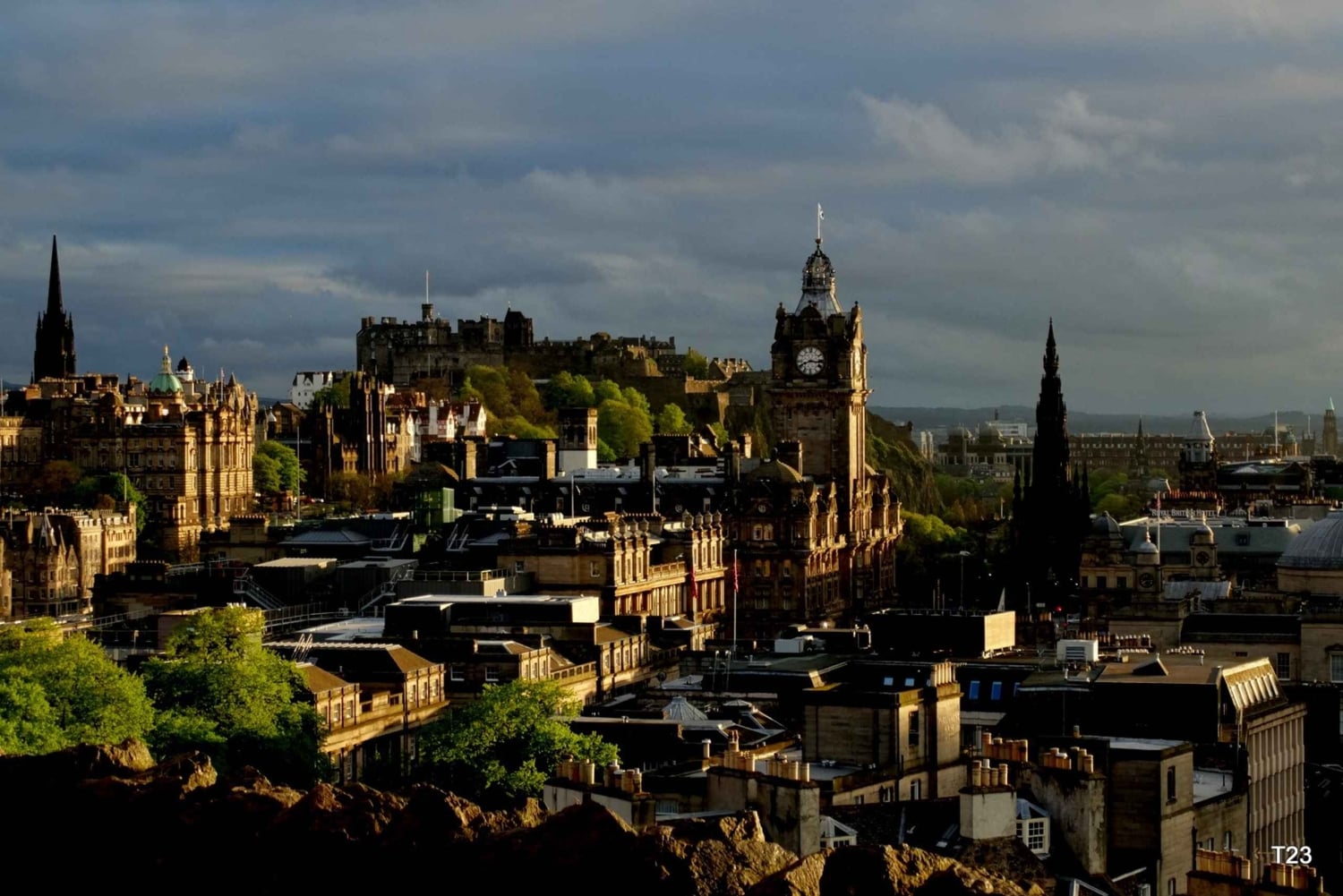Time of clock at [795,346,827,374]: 8:17
